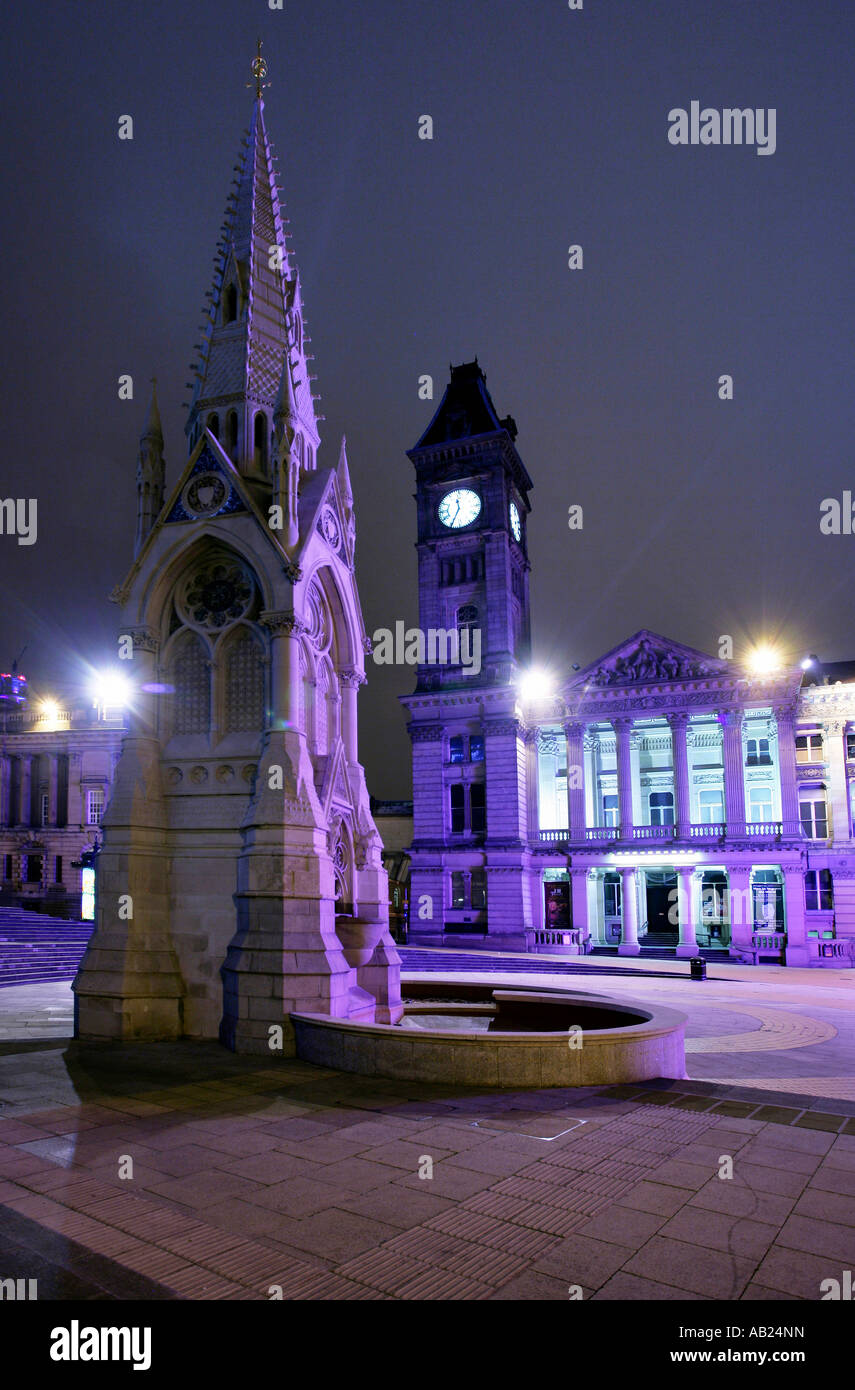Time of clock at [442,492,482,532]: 11:34
